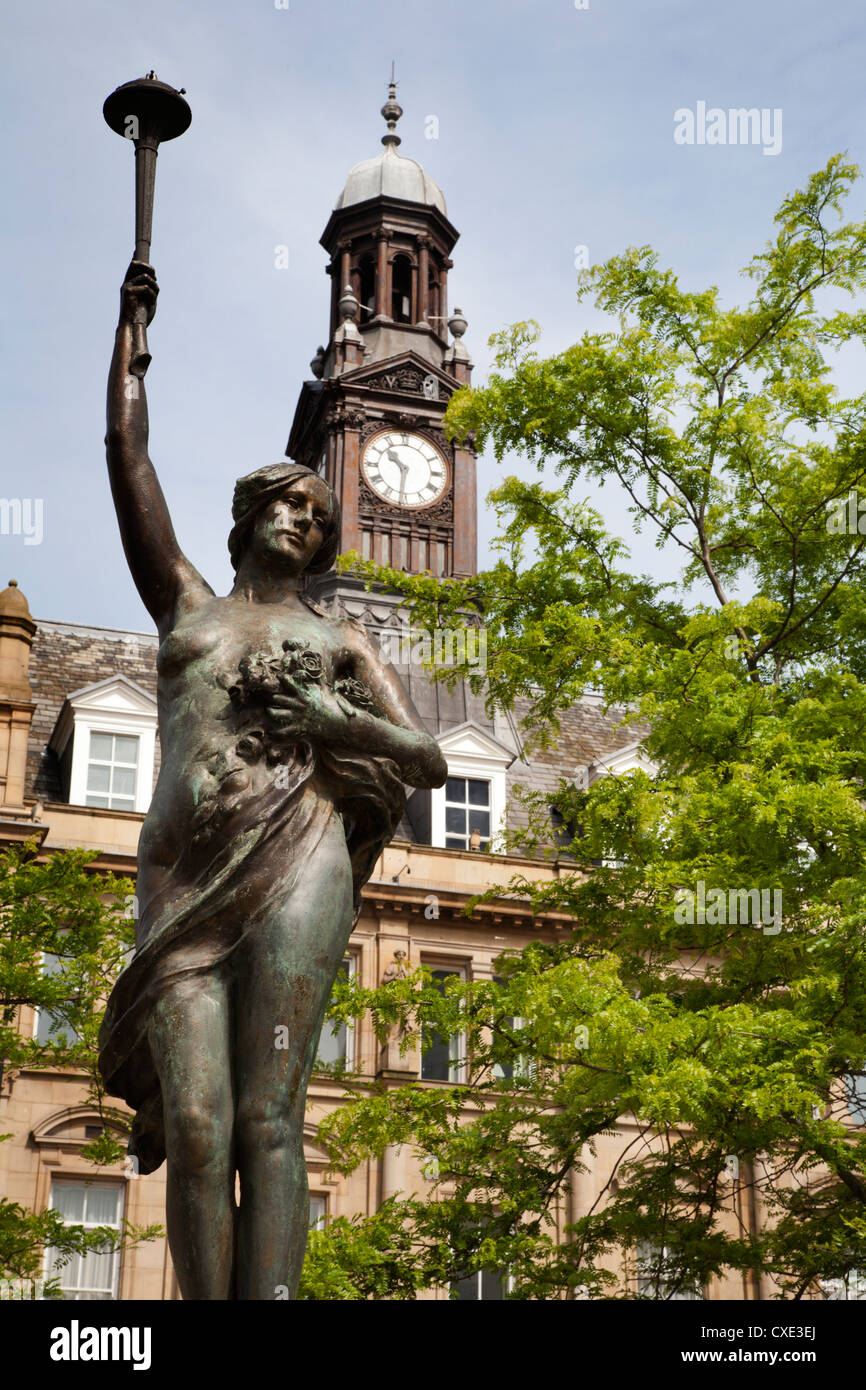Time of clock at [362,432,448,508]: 10:31
